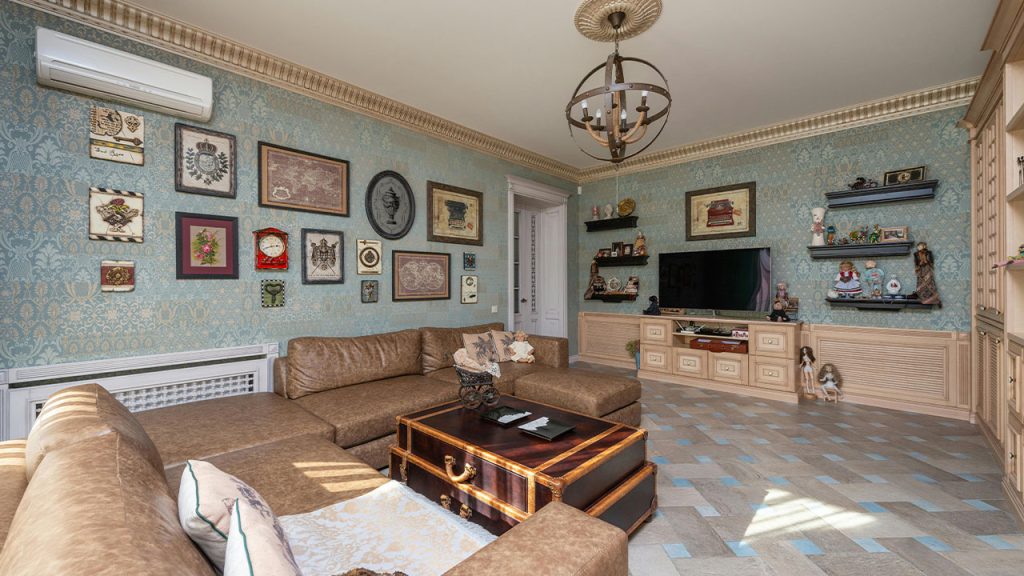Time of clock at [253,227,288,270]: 2:42
